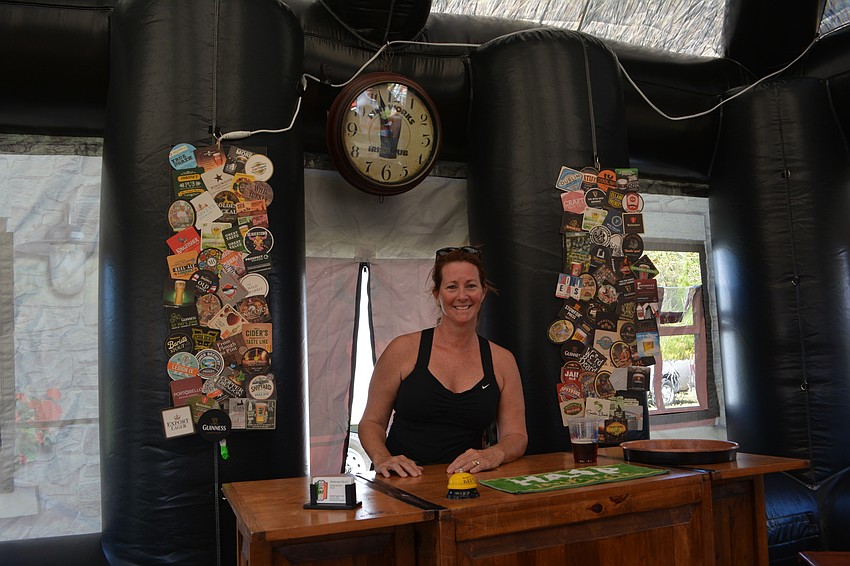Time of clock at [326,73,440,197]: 5:55
